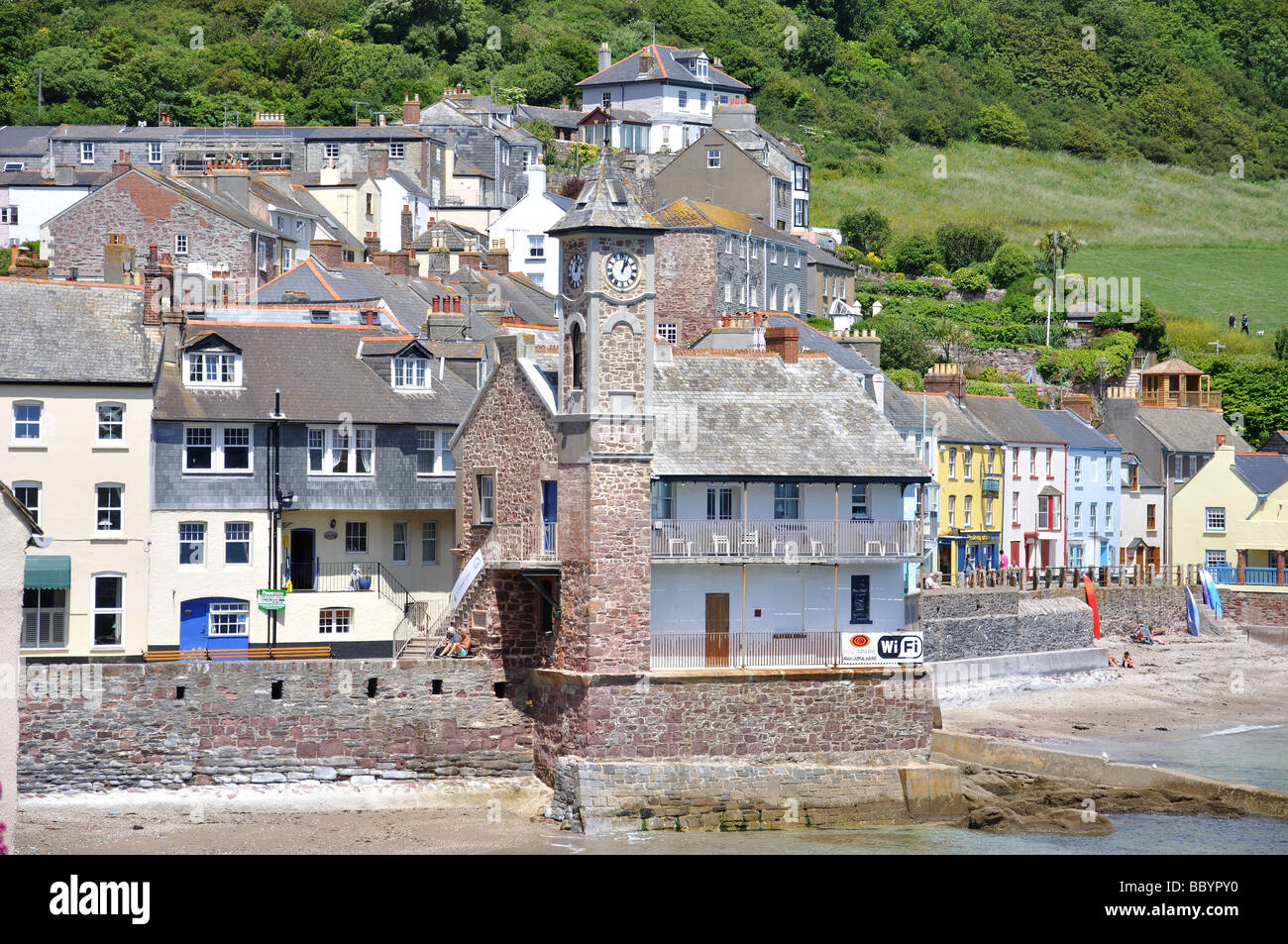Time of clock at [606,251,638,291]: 1:02
